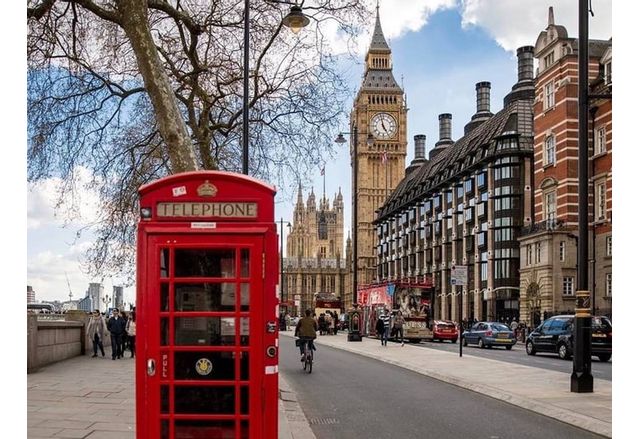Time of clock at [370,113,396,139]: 4:57
